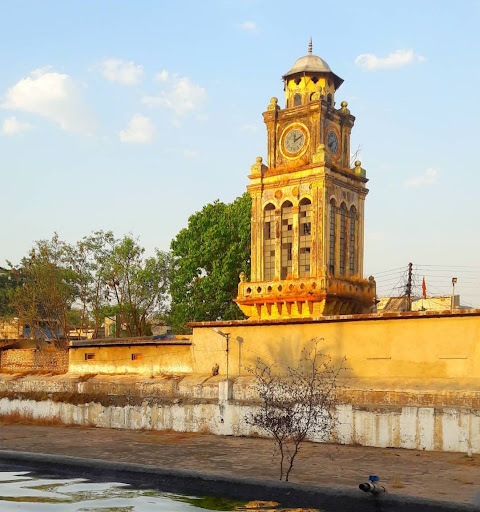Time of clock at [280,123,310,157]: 12:10
